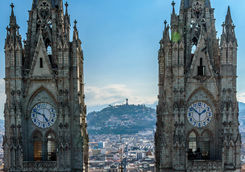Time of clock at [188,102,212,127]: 1:51
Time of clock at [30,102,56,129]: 4:48
